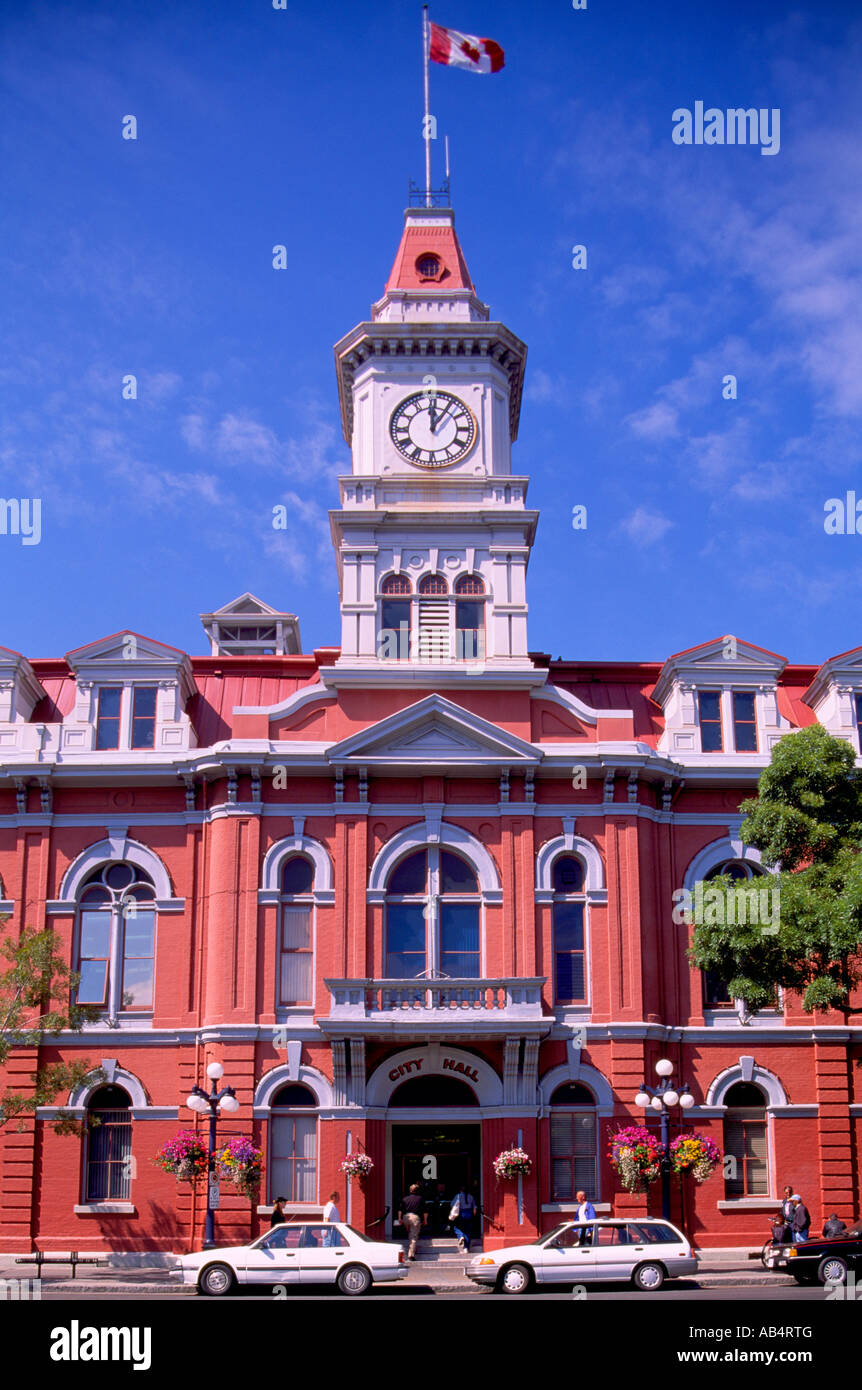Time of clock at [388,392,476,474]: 12:05
